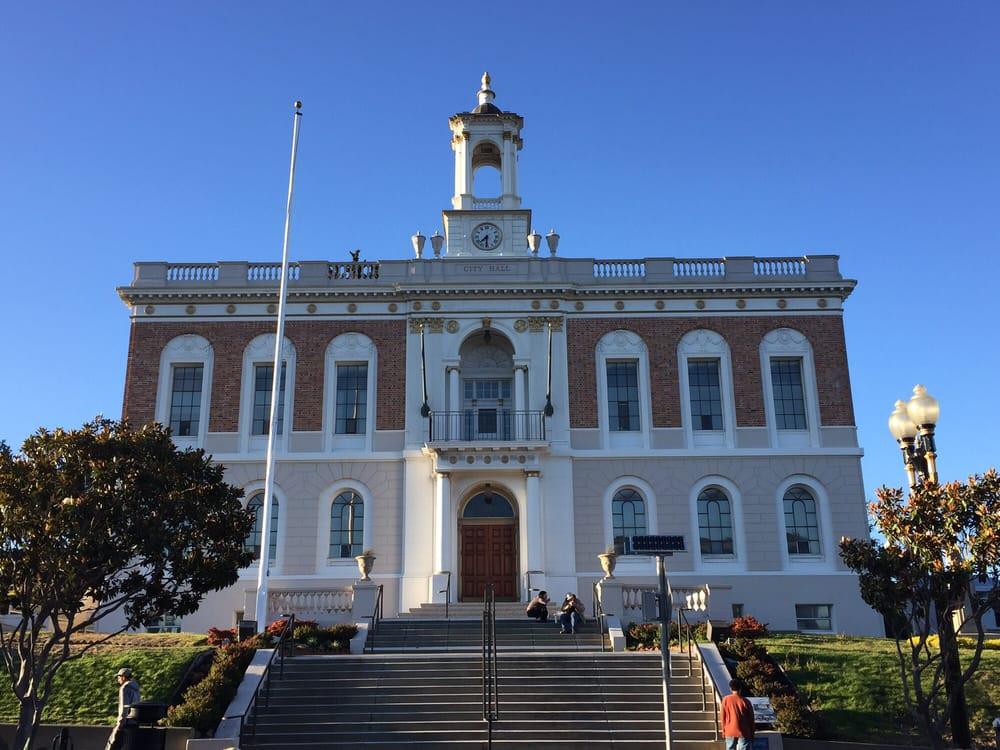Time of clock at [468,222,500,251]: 7:30
